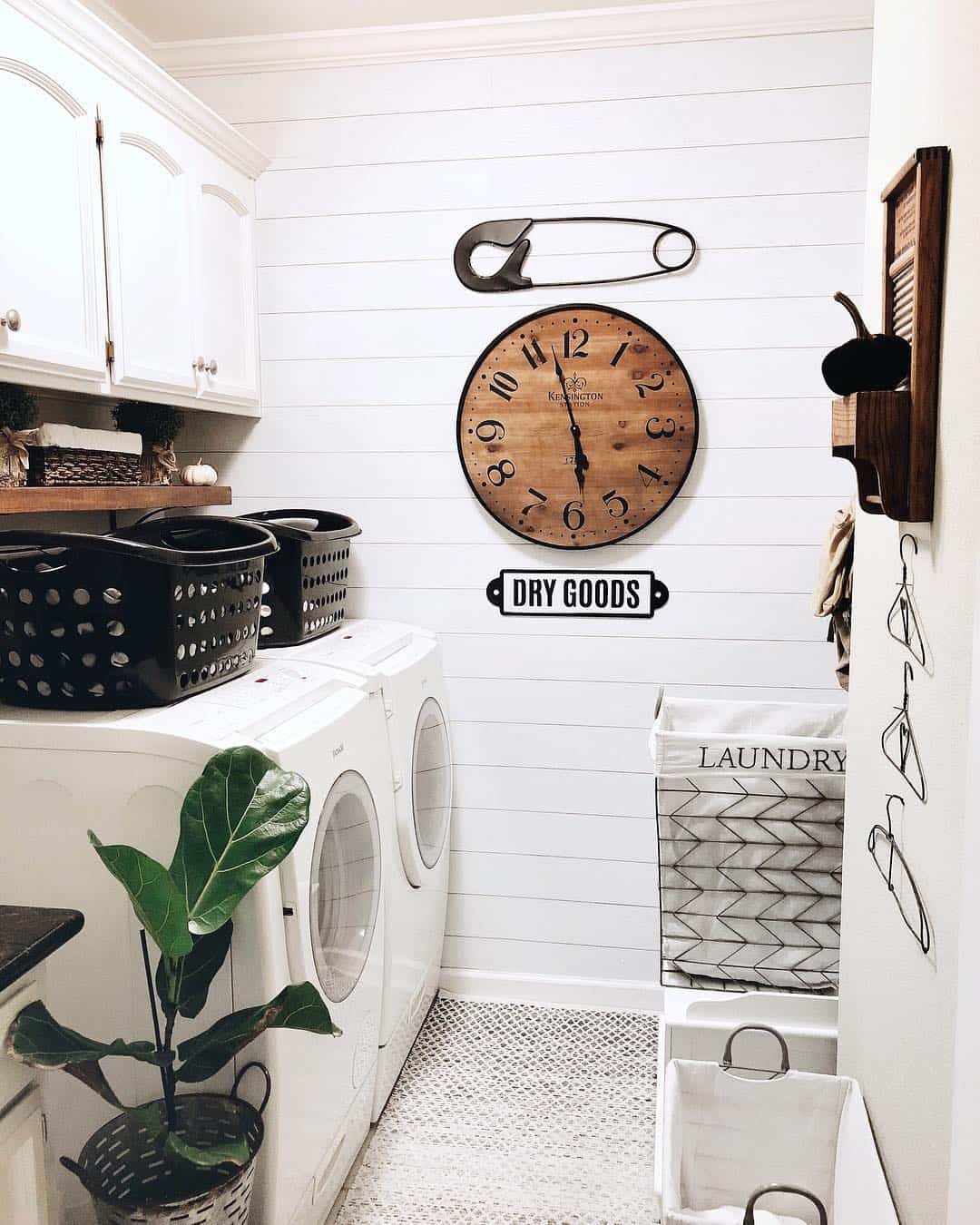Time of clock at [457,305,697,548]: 5:57
